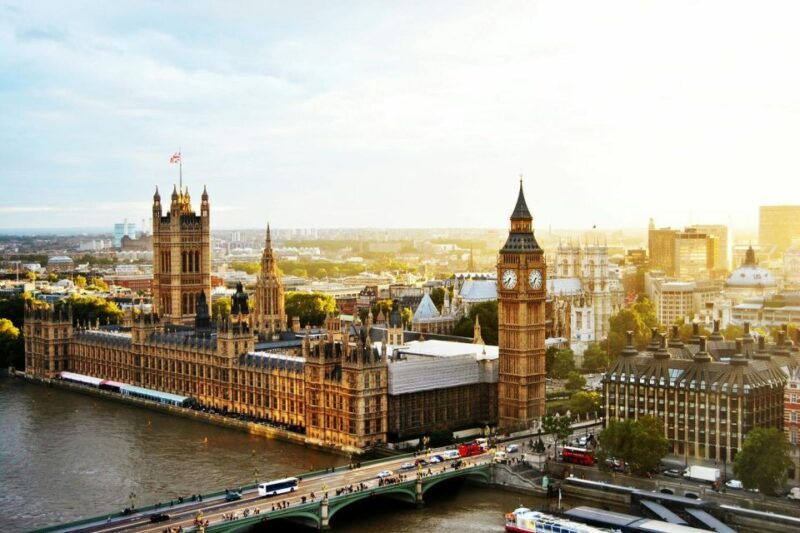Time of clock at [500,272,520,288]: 6:38
